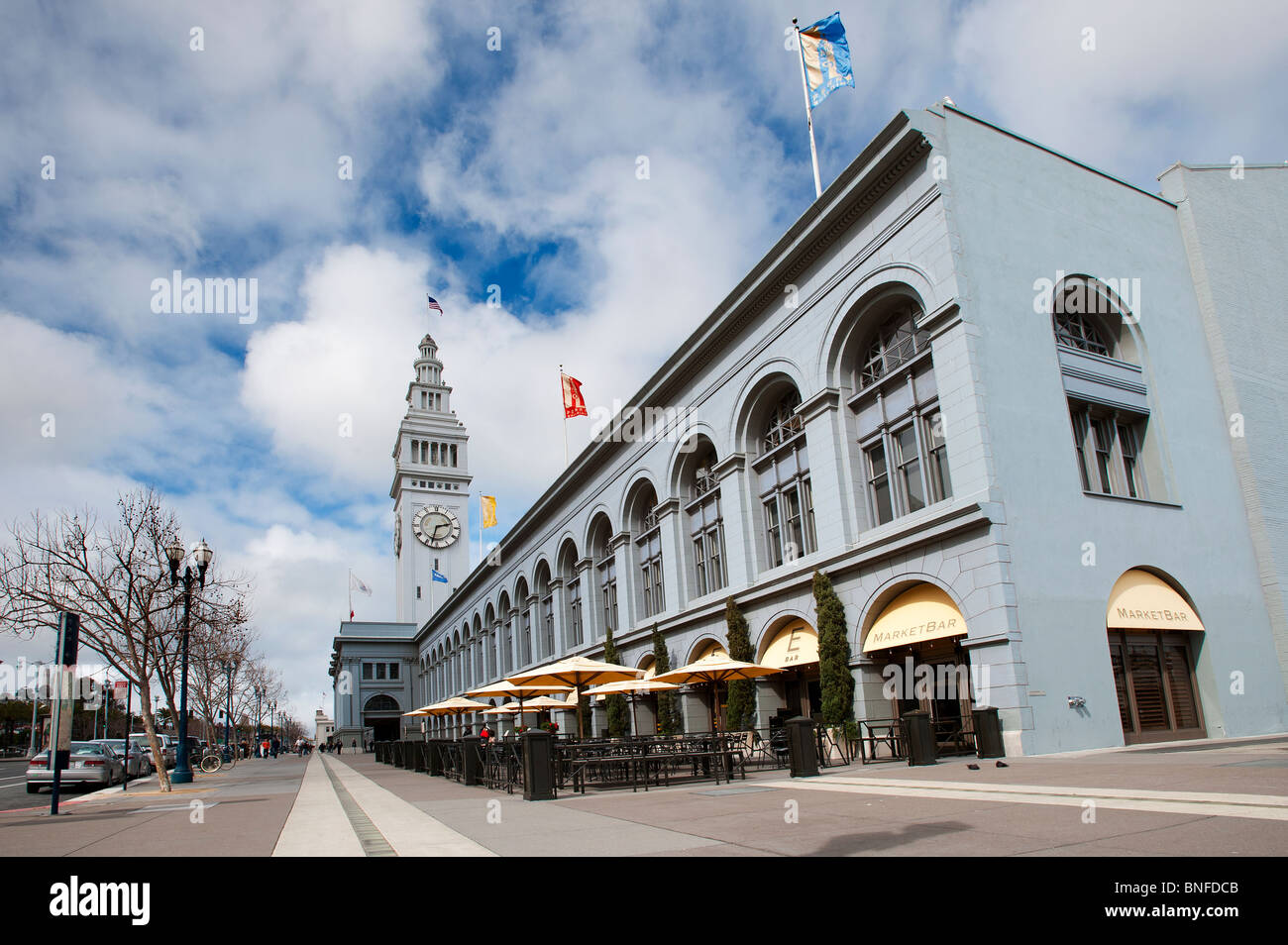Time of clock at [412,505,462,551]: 2:32
